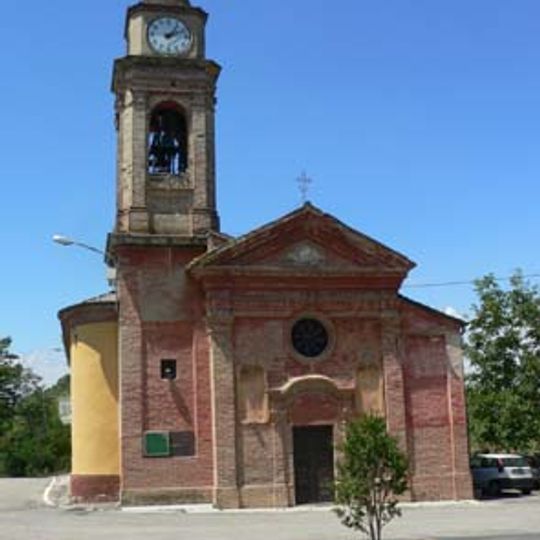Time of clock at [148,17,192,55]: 1:11
